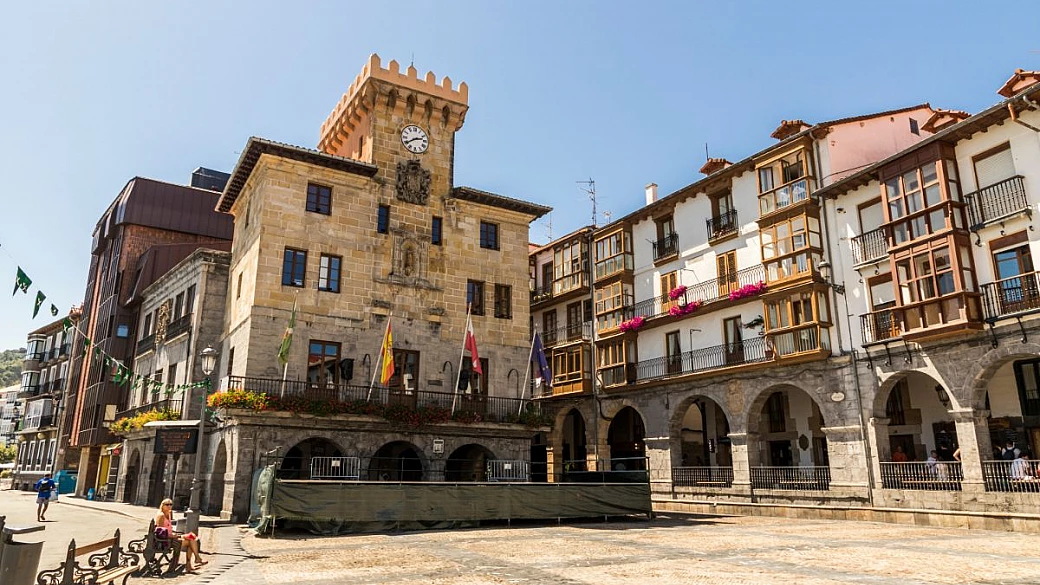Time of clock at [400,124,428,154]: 2:39
